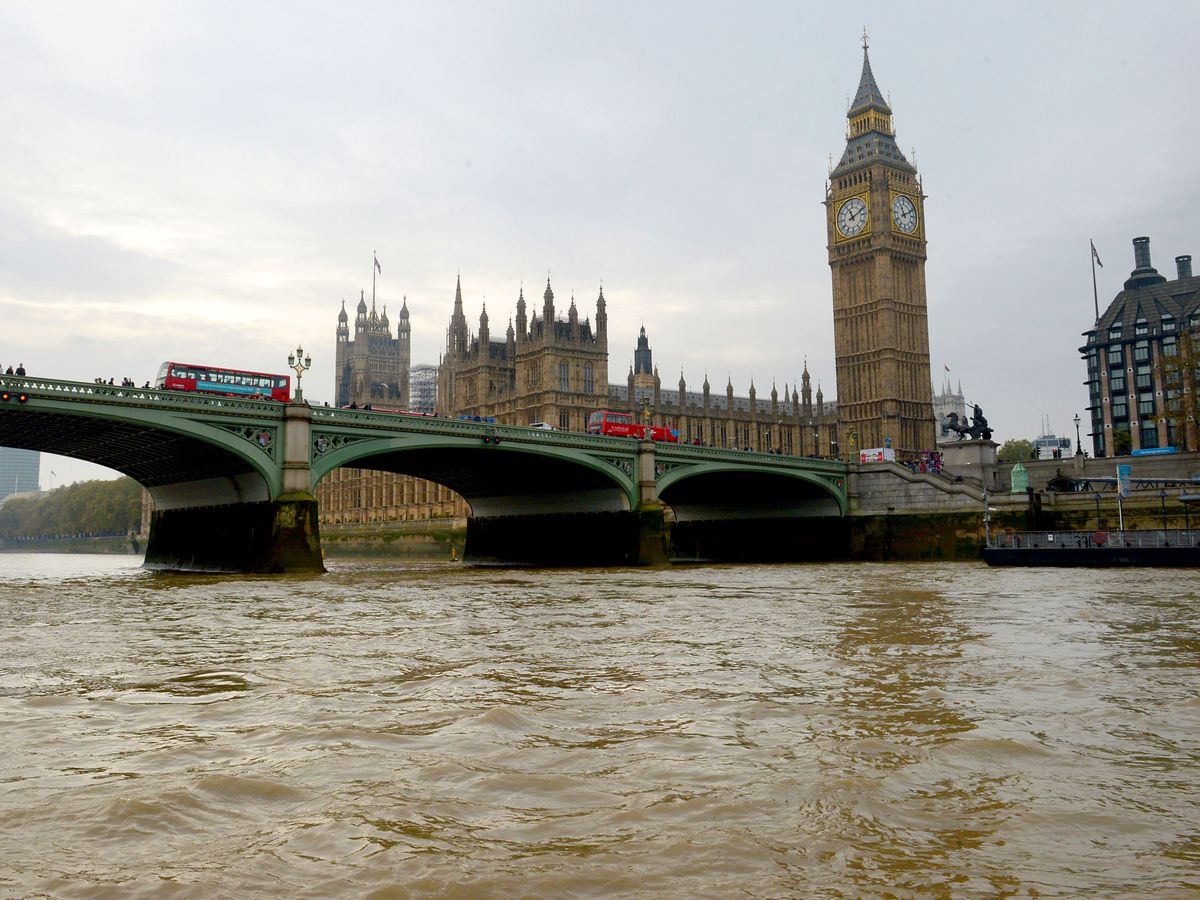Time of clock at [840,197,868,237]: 11:10
